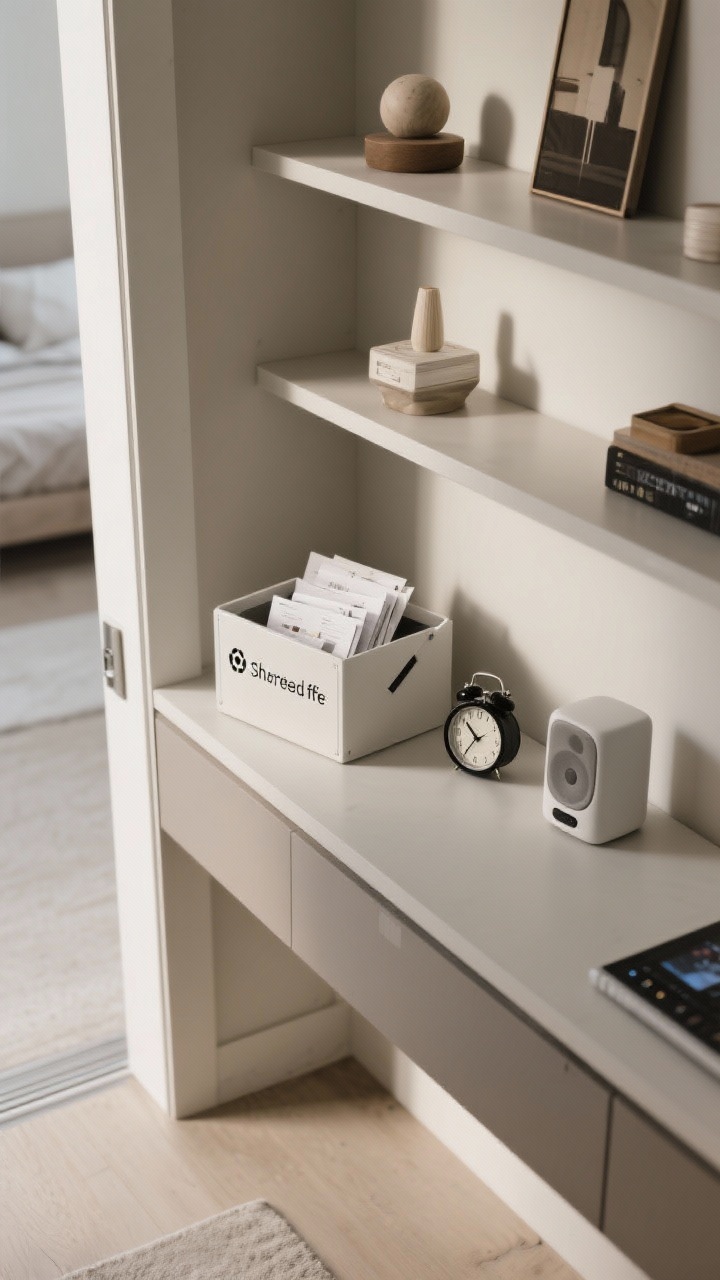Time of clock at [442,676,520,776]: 10:35
